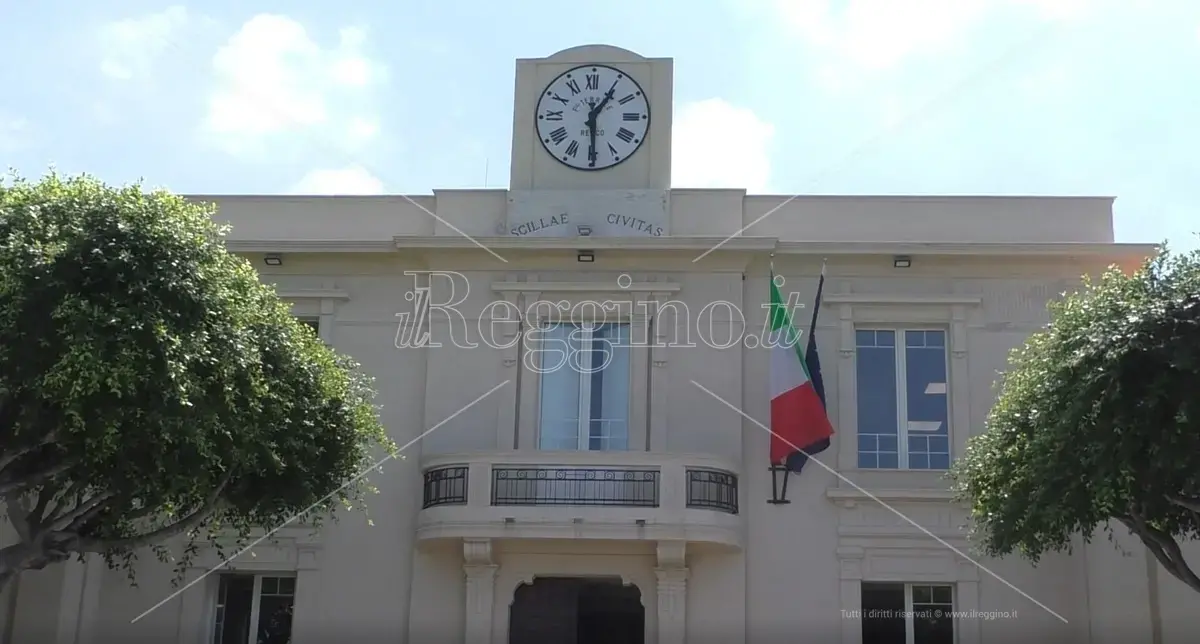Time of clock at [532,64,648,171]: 1:29
